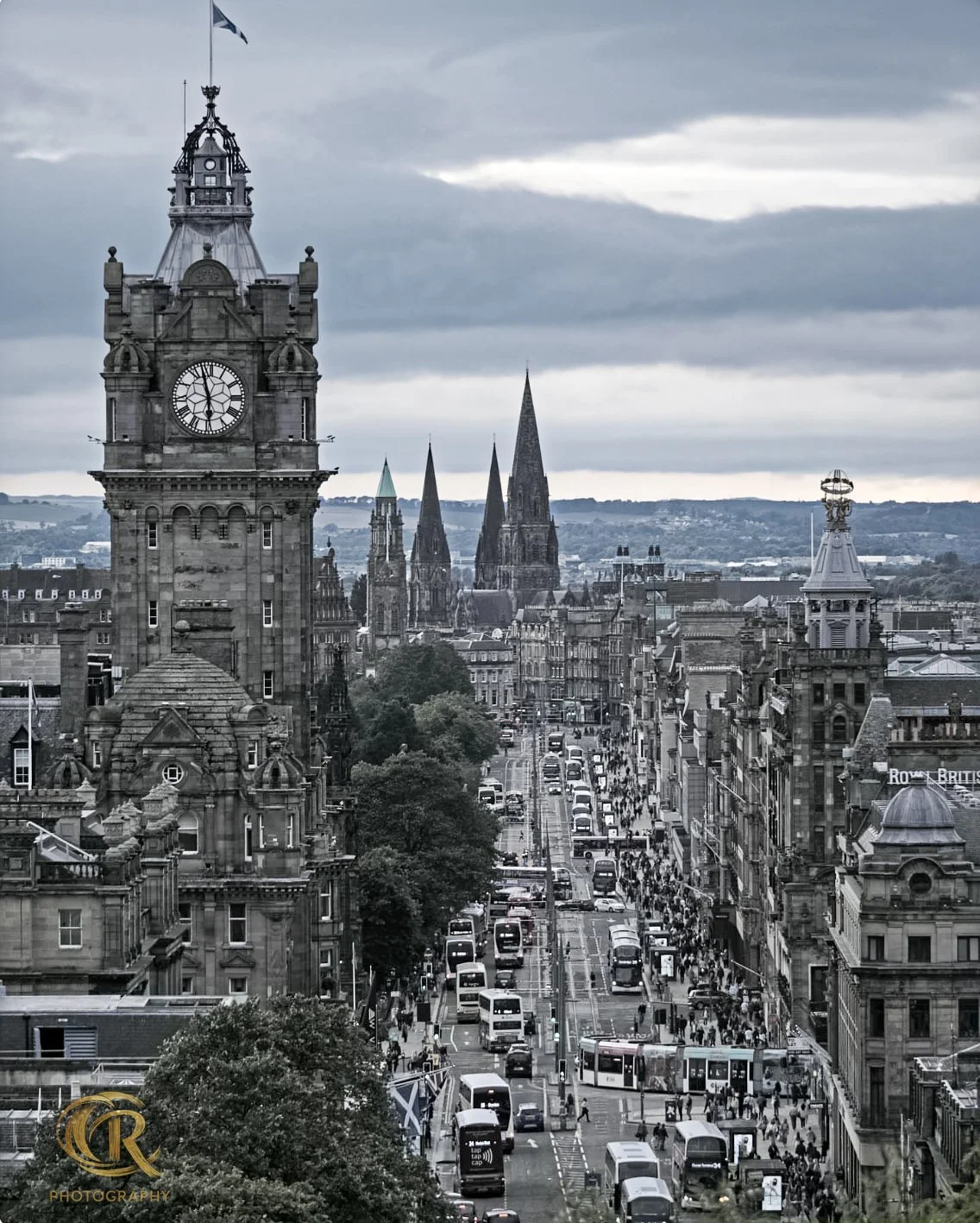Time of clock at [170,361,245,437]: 5:57
